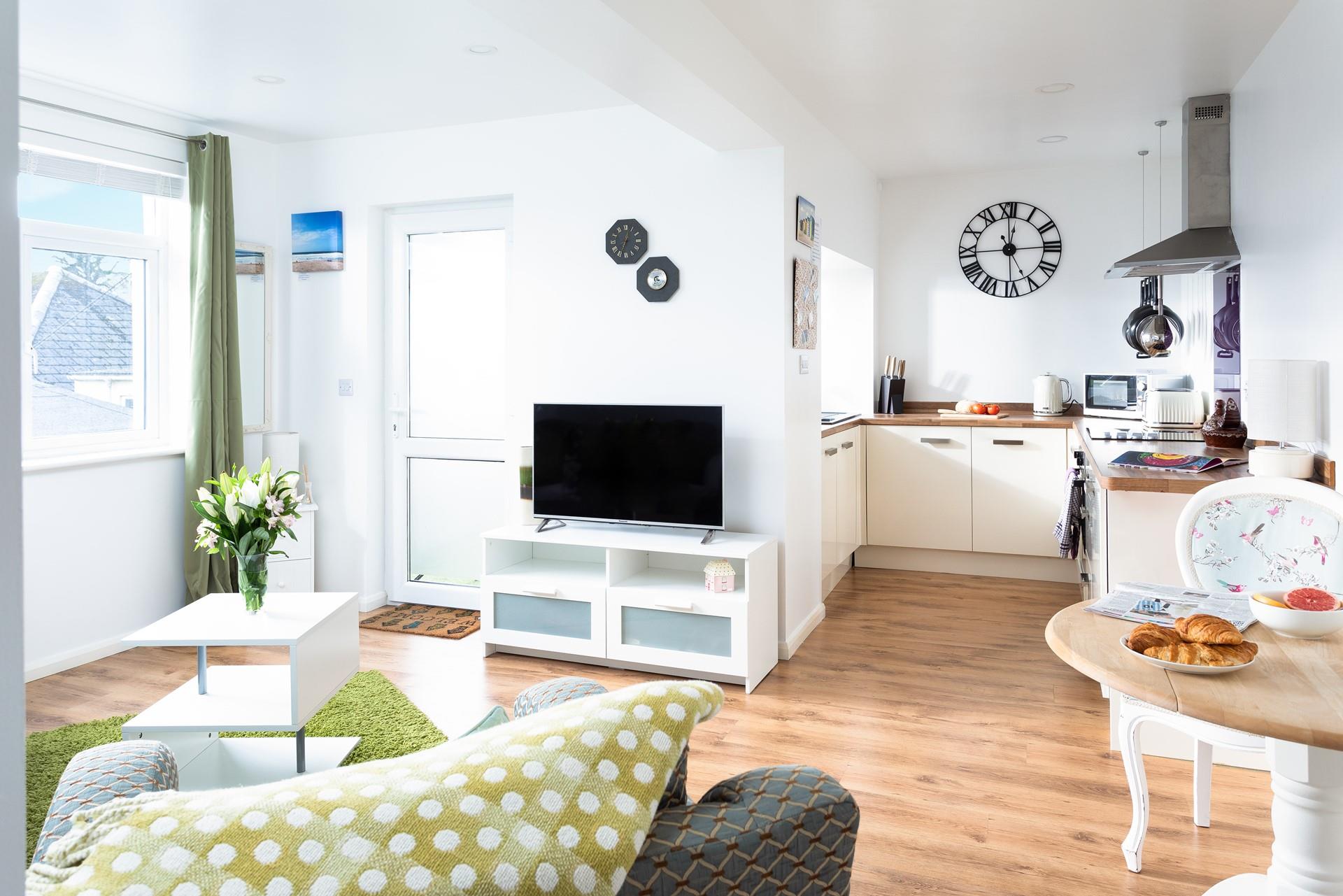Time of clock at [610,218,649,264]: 12:33
